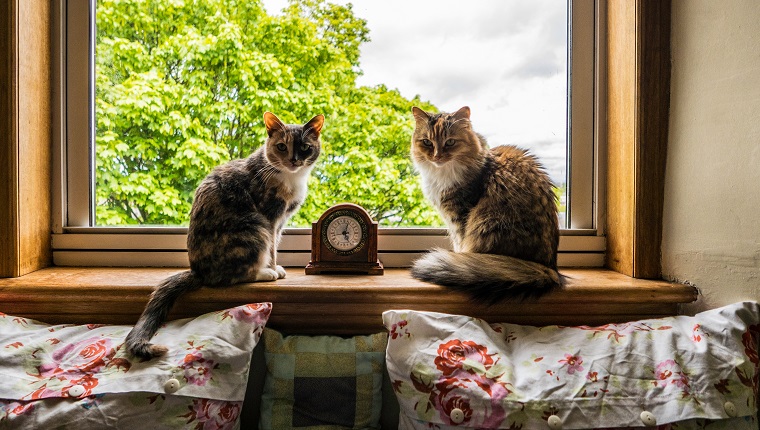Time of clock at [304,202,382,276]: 5:03
